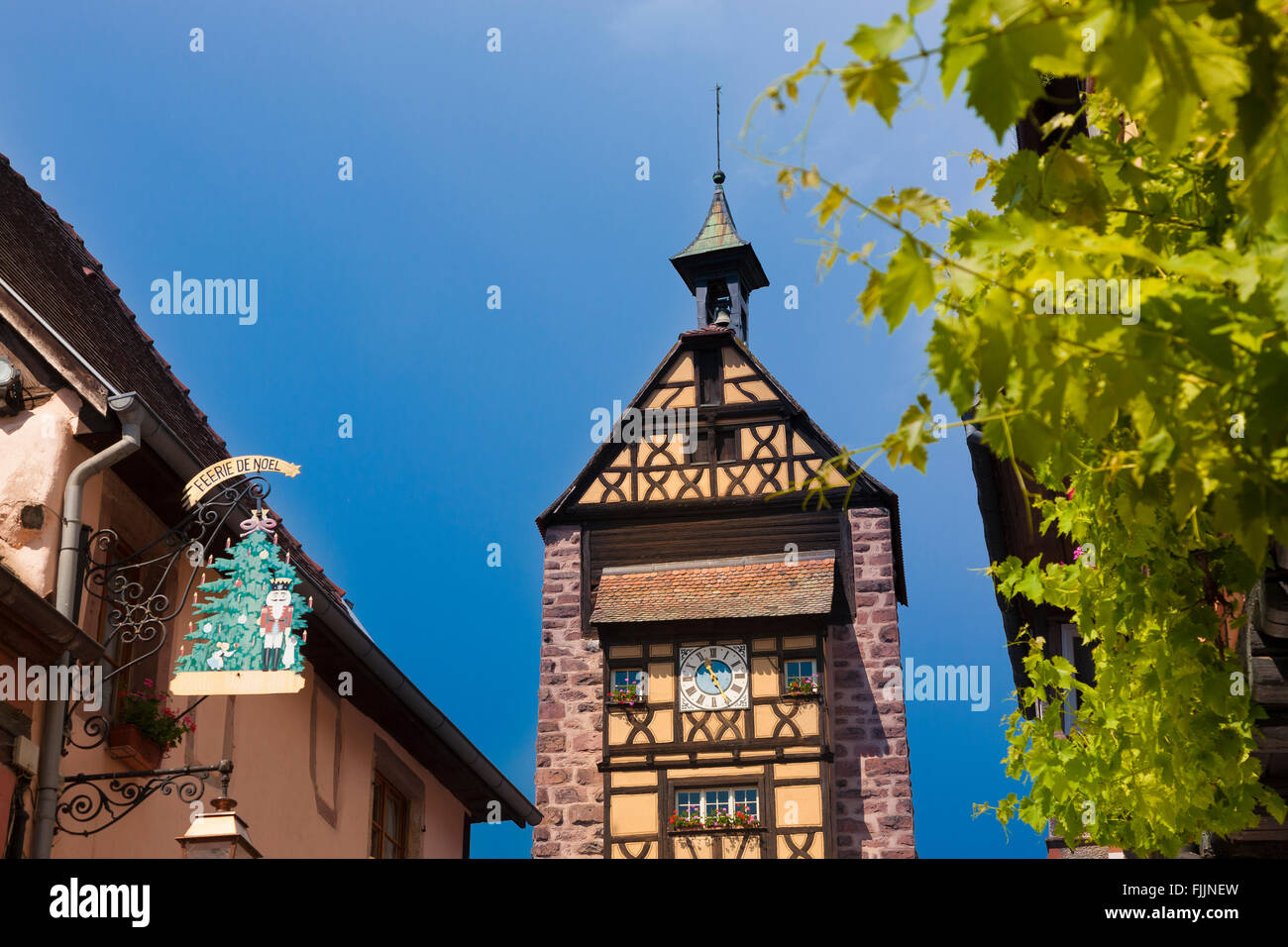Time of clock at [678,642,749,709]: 11:25
